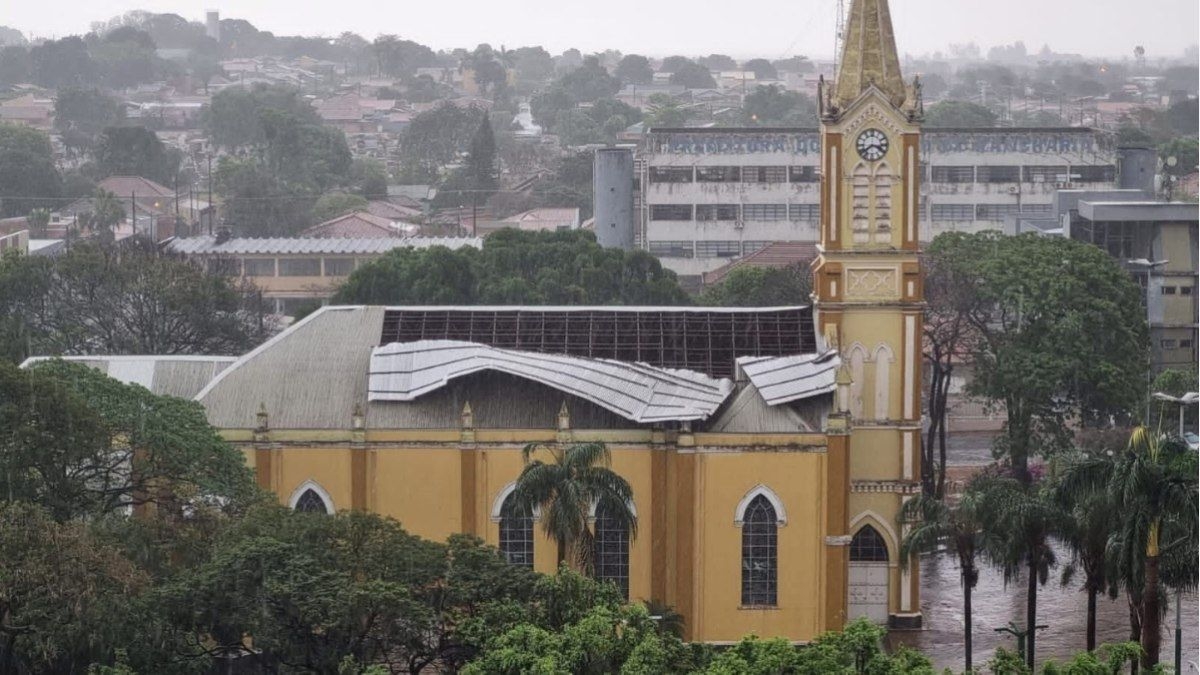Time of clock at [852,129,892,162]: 3:38
